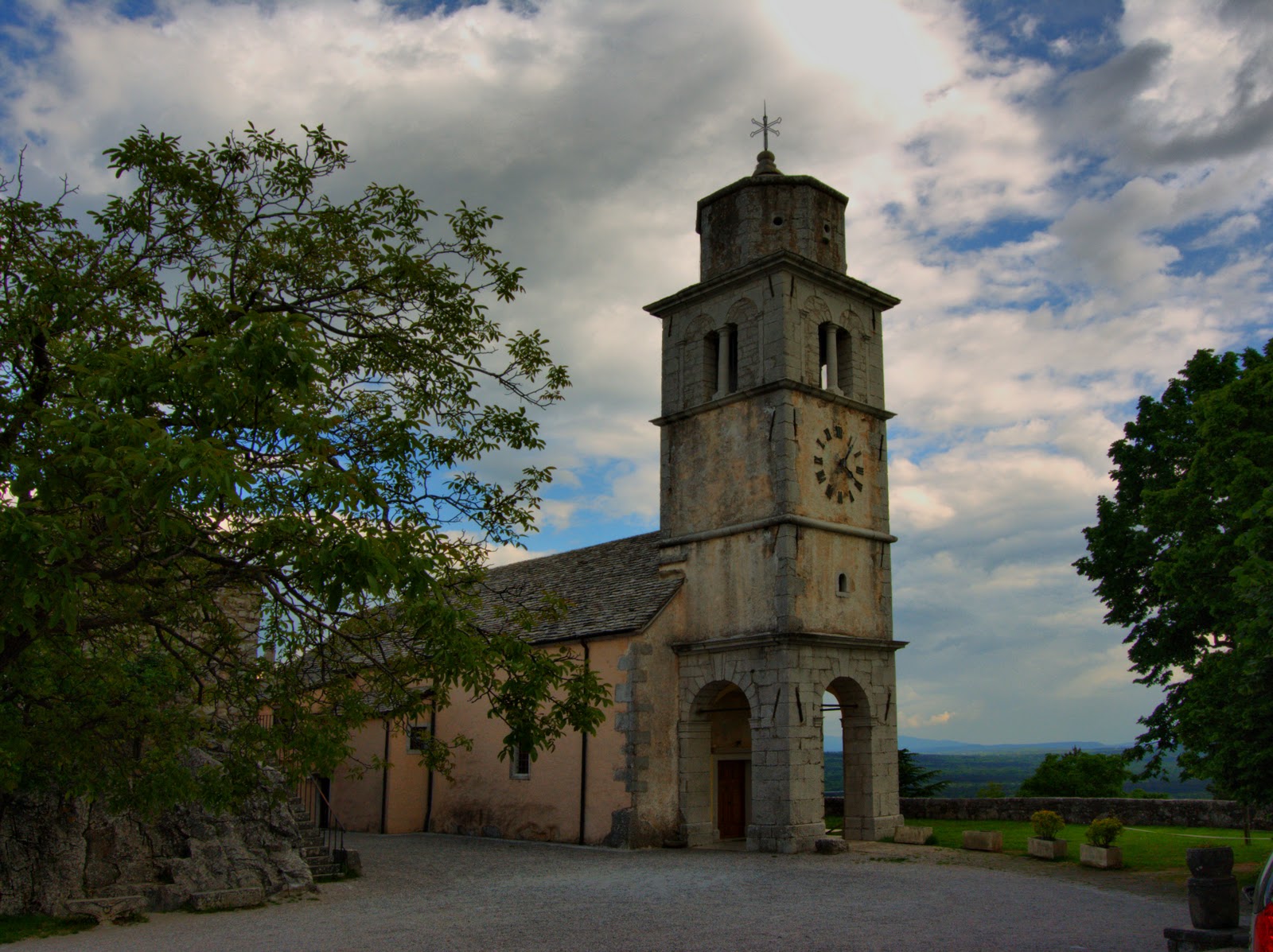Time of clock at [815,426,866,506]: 1:20
